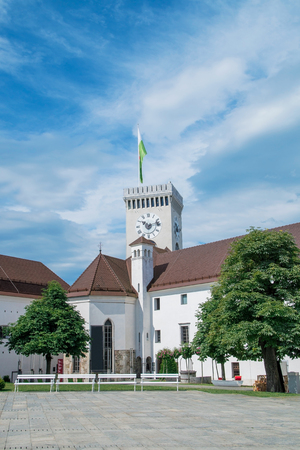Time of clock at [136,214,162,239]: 10:12
